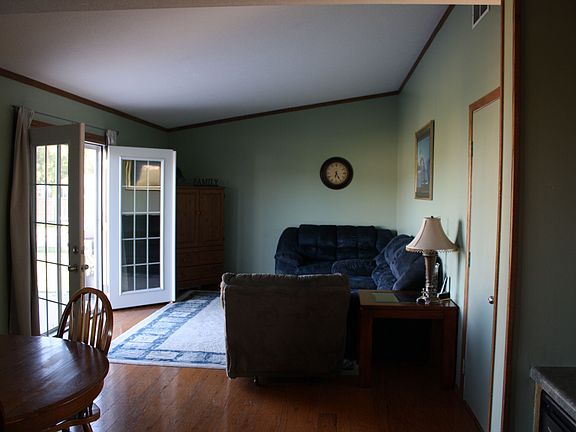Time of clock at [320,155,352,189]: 6:25
